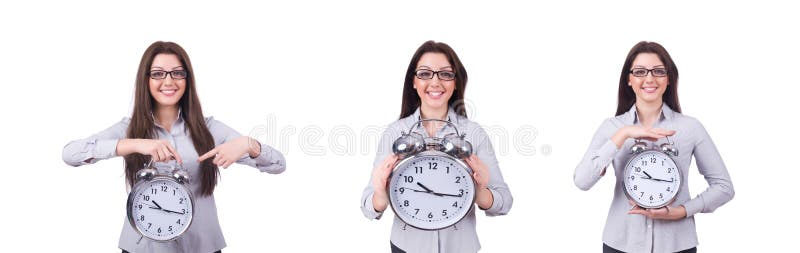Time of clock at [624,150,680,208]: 10:15
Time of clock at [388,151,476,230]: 10:16
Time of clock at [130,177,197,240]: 10:15
